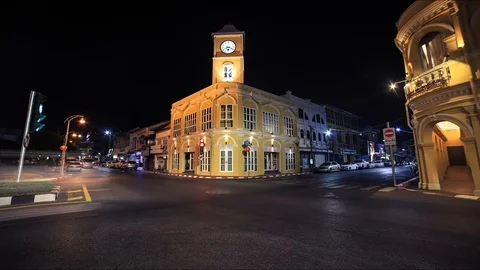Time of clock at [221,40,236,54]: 8:18
